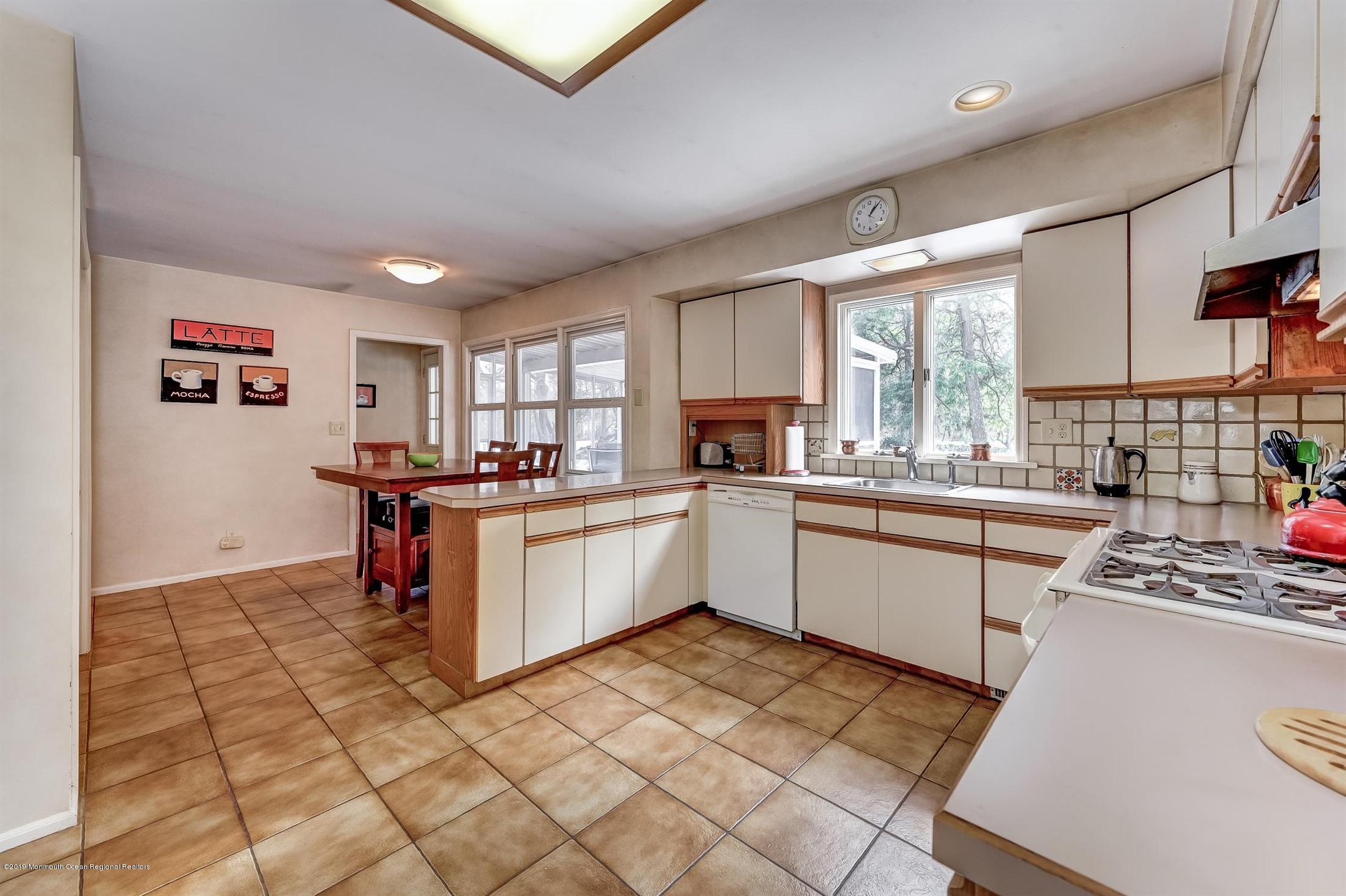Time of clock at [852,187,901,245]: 1:07
